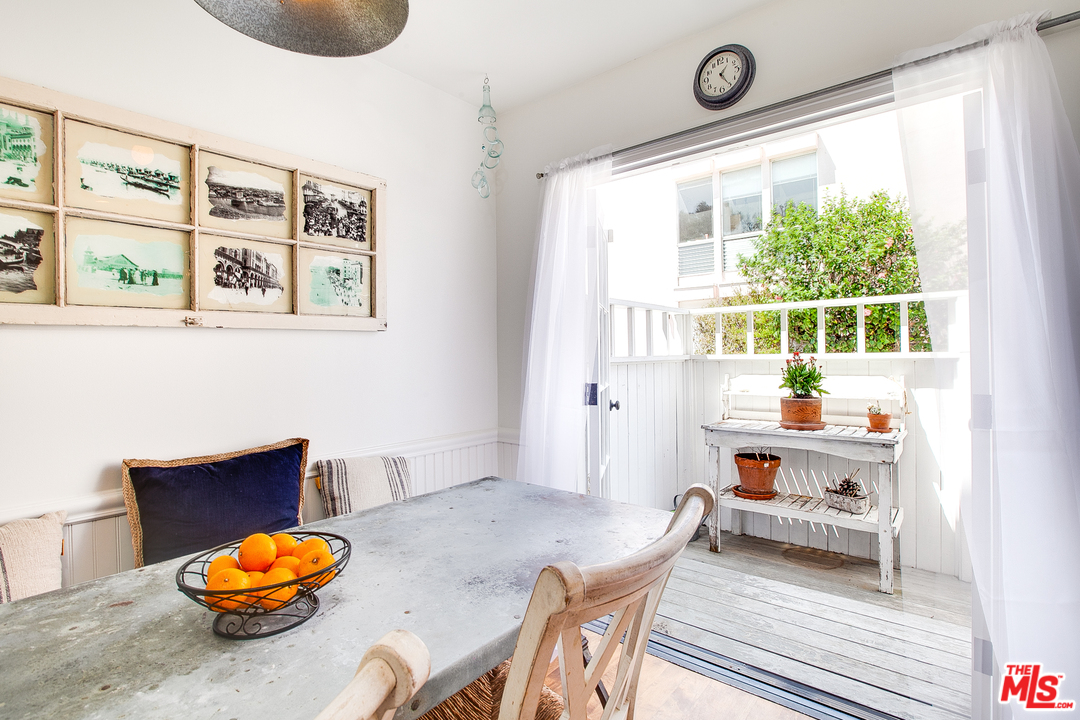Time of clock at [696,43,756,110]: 1:24
